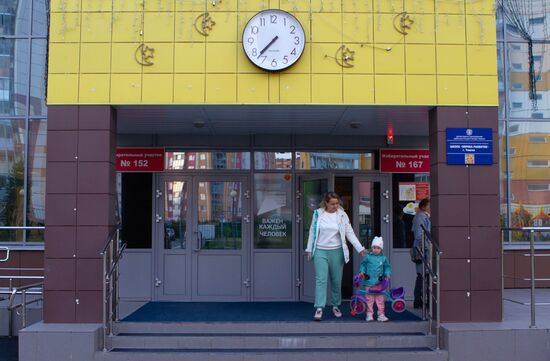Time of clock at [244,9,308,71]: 7:37
